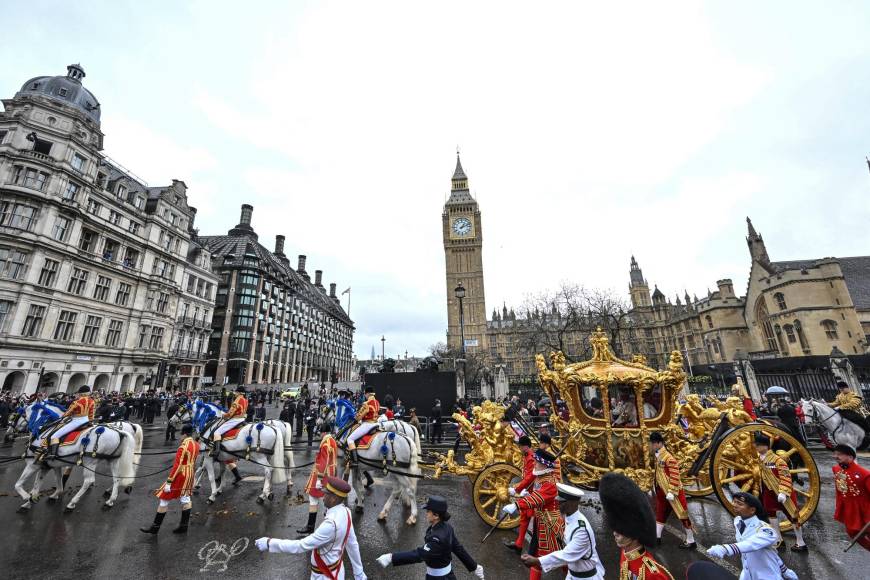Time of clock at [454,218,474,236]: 1:11
